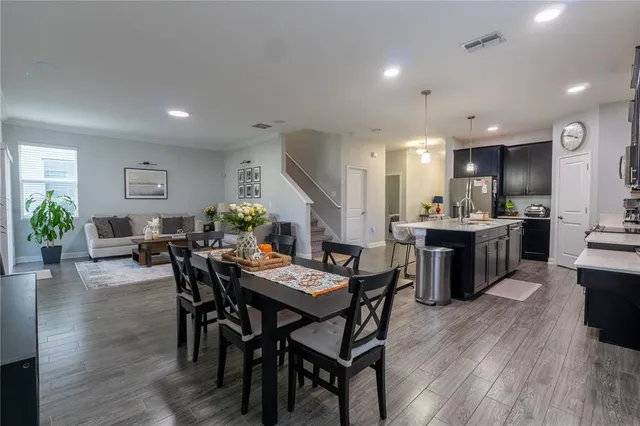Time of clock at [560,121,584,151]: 3:47
